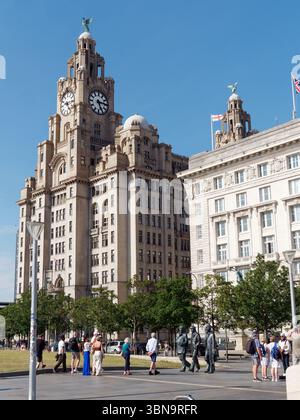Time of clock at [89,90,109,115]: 5:14
